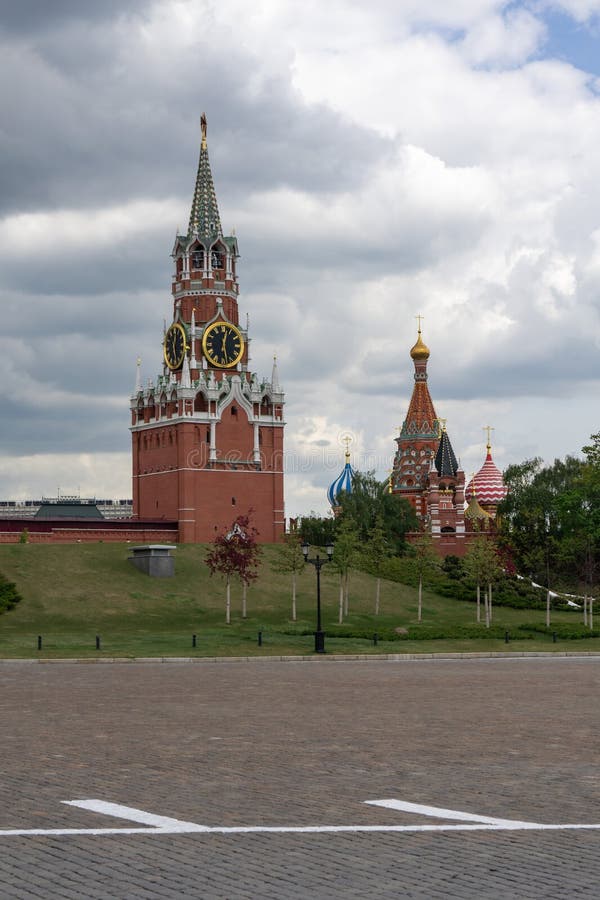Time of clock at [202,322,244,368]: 12:28
